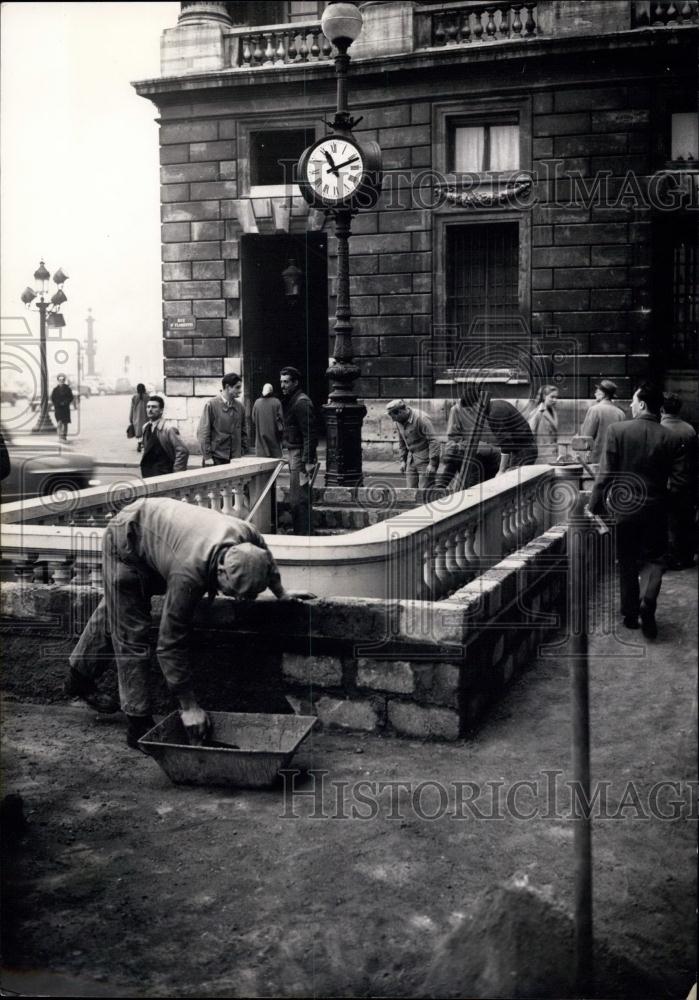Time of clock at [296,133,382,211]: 11:11
